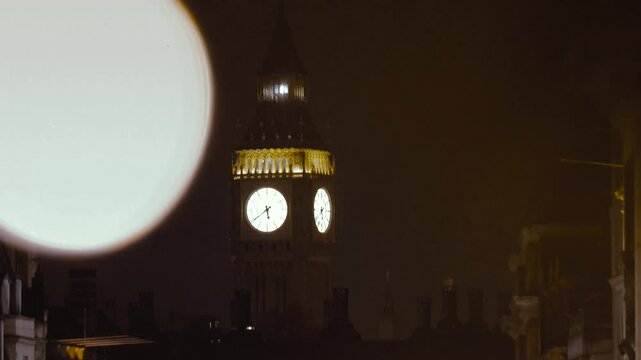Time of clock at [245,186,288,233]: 5:39
